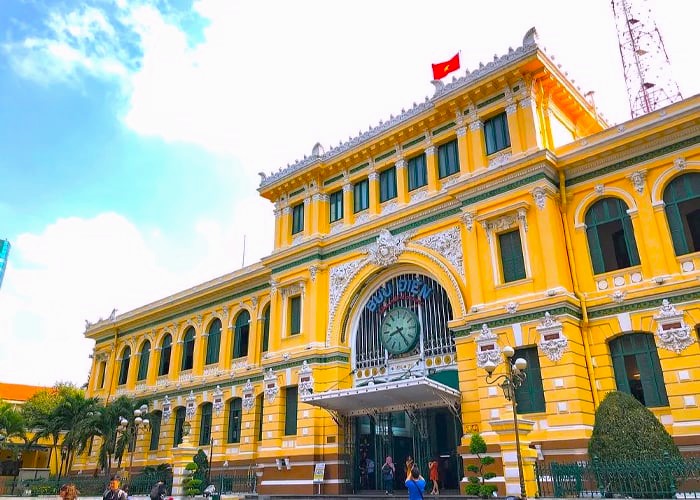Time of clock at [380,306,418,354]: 8:24
